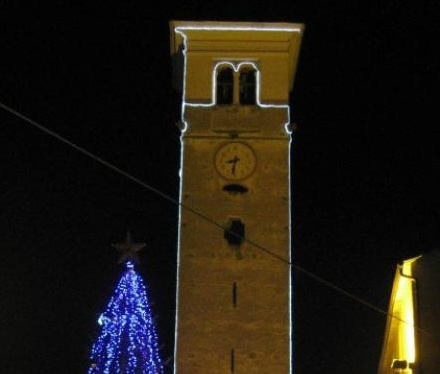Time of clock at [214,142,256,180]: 8:32
